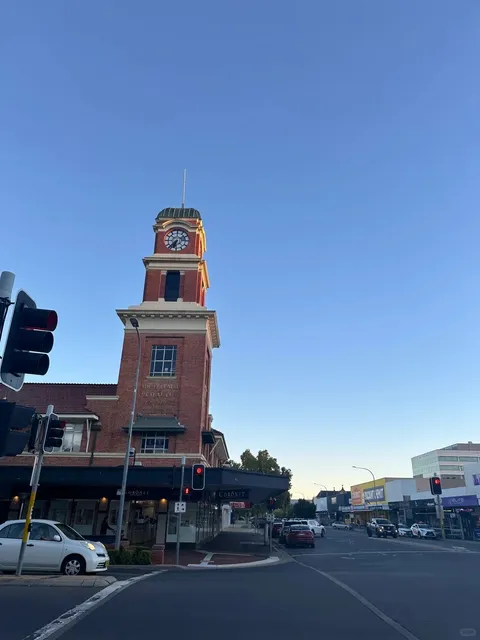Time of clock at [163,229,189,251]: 6:37
